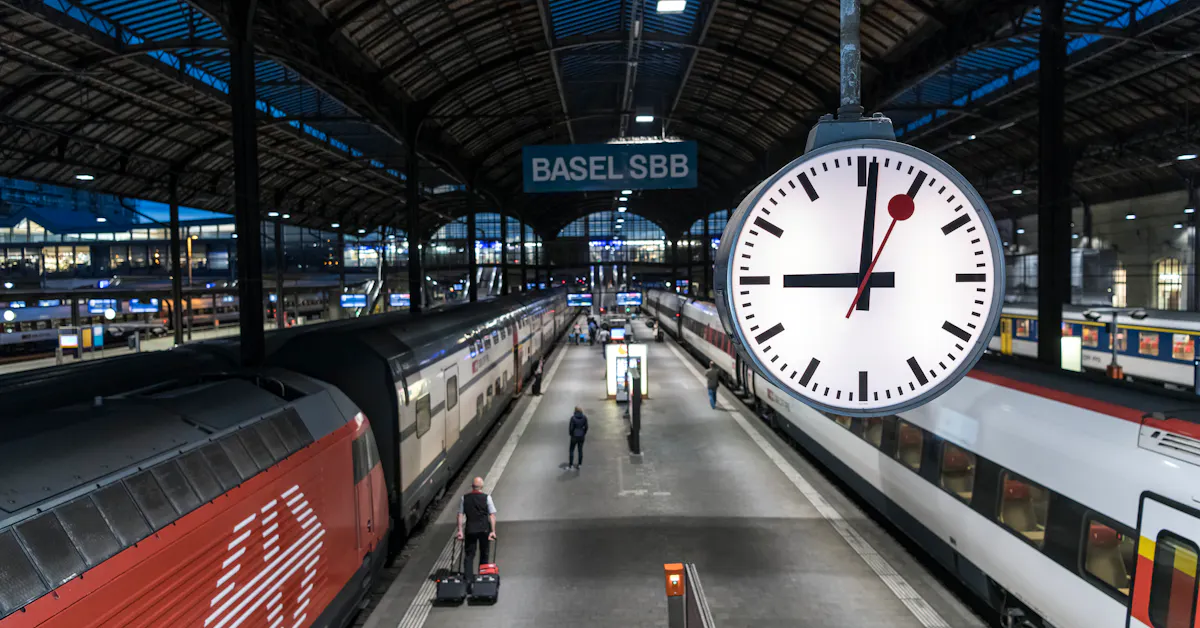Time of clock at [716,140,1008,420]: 9:01
